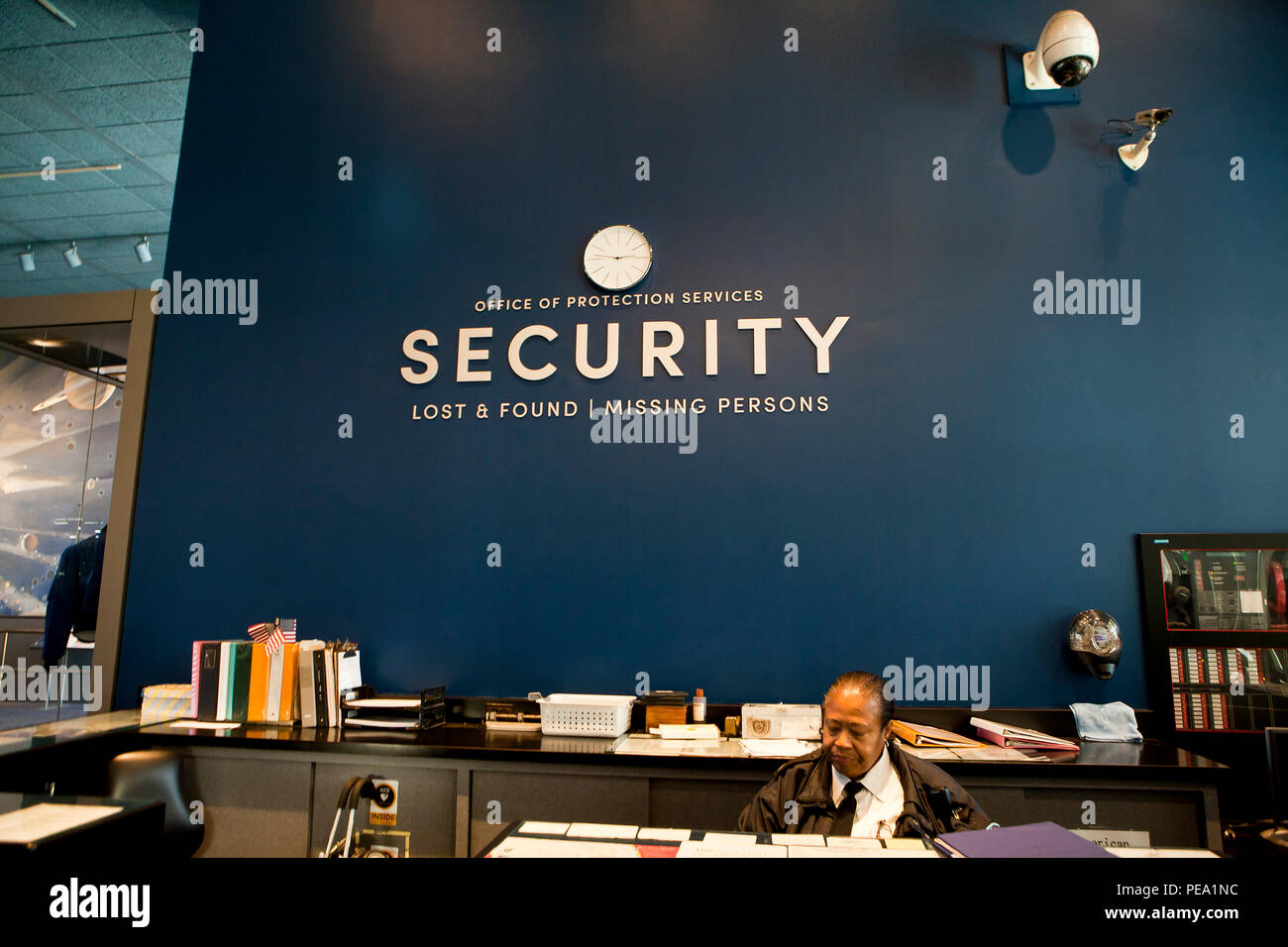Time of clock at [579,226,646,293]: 2:46
